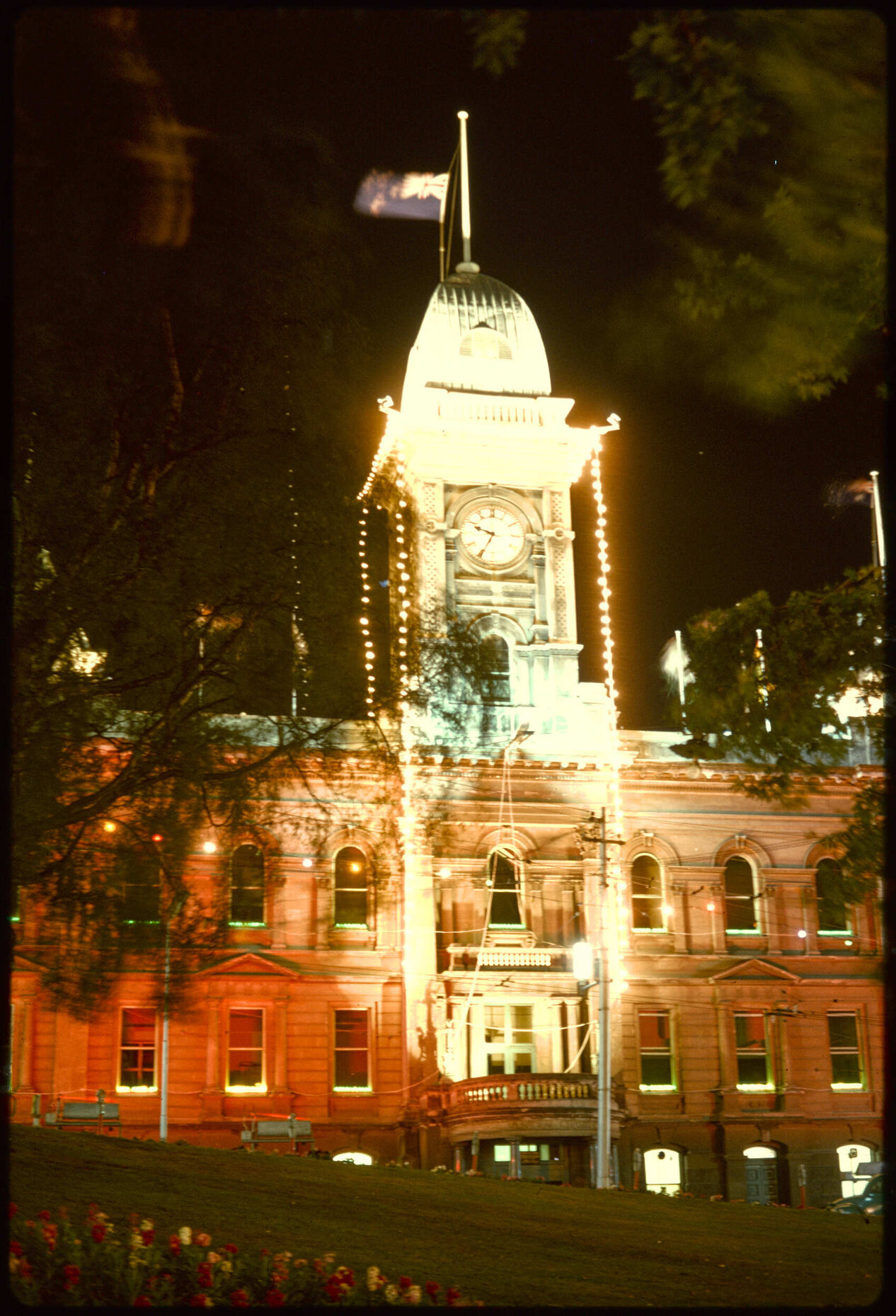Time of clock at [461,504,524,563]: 9:34
